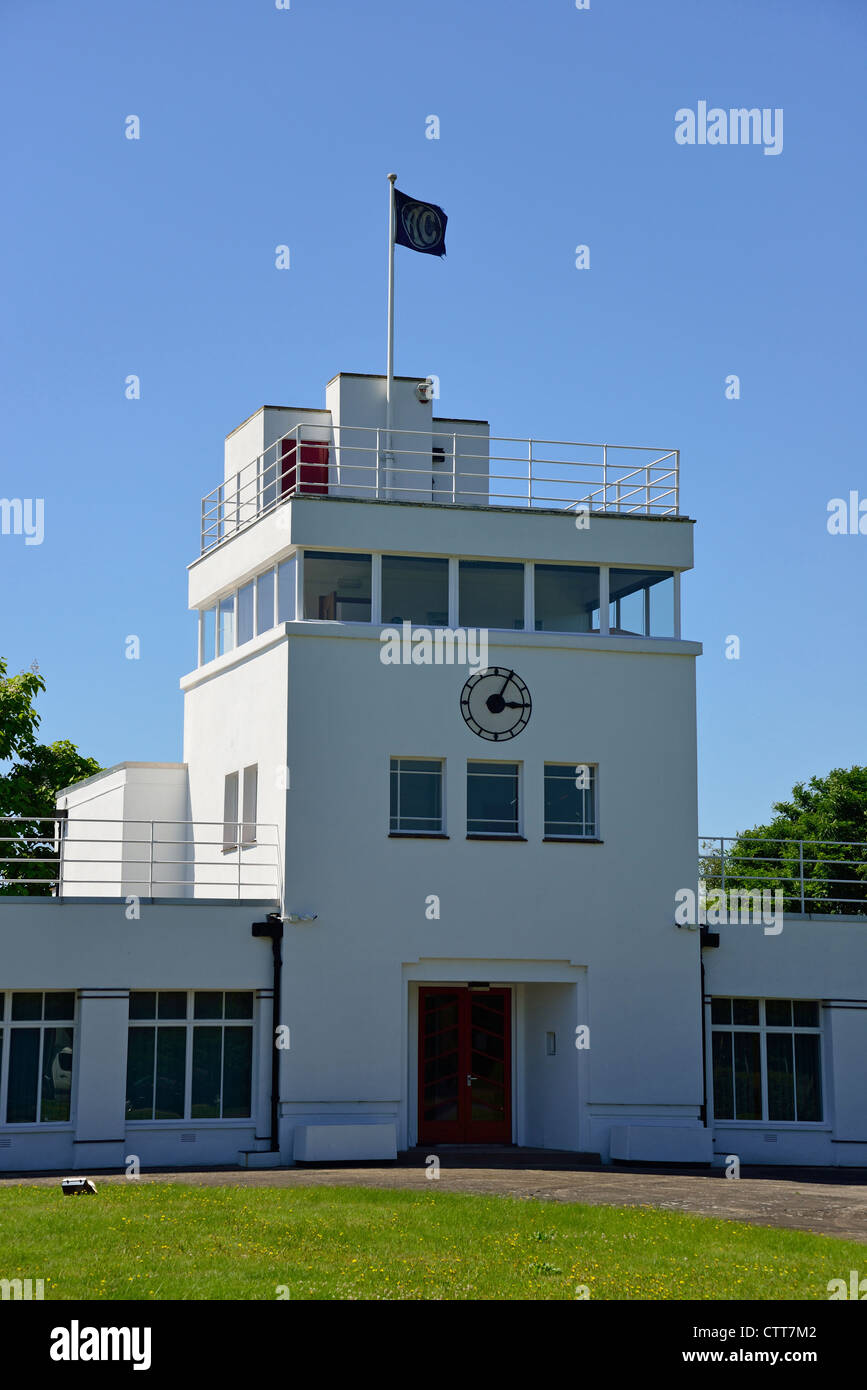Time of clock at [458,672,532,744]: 3:04
